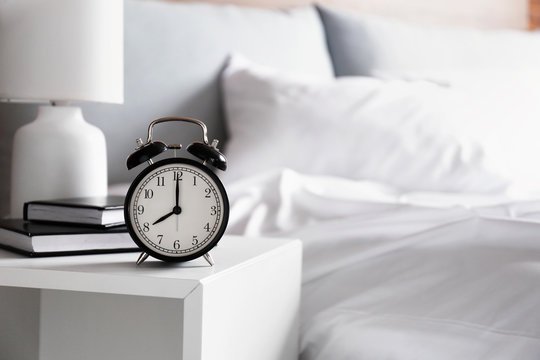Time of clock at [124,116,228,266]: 8:00
